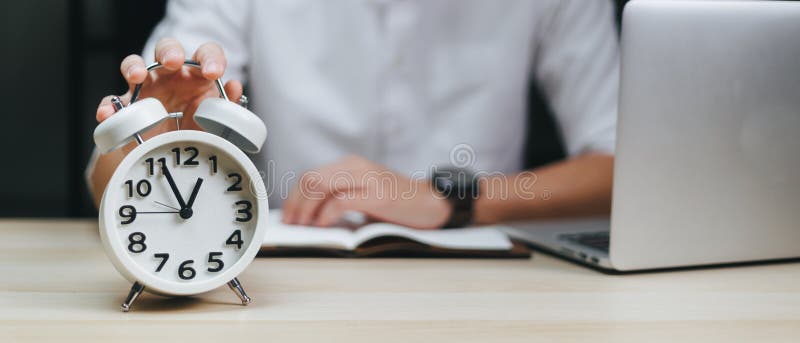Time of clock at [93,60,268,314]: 12:55
